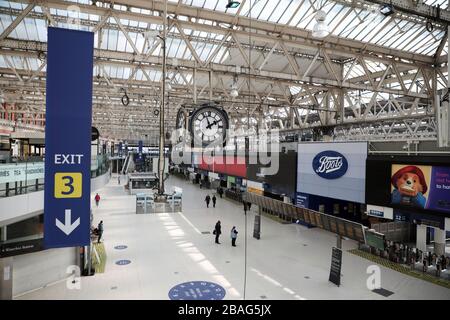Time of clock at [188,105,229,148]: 1:56
